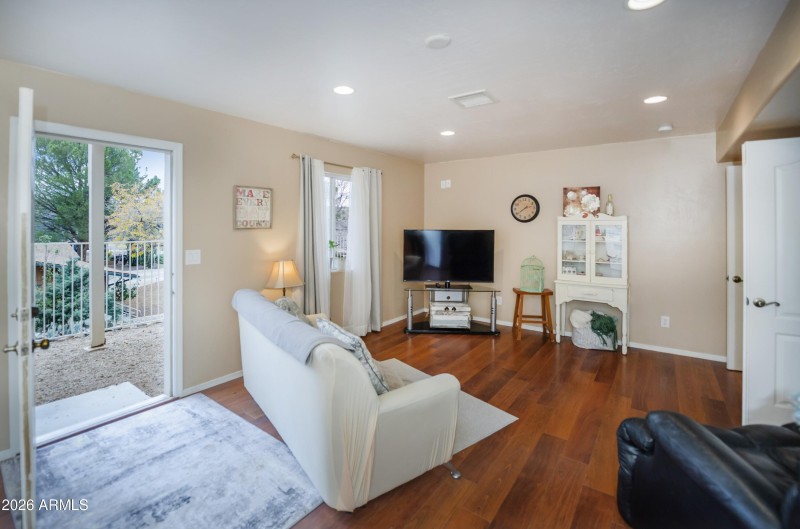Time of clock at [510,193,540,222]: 2:39
